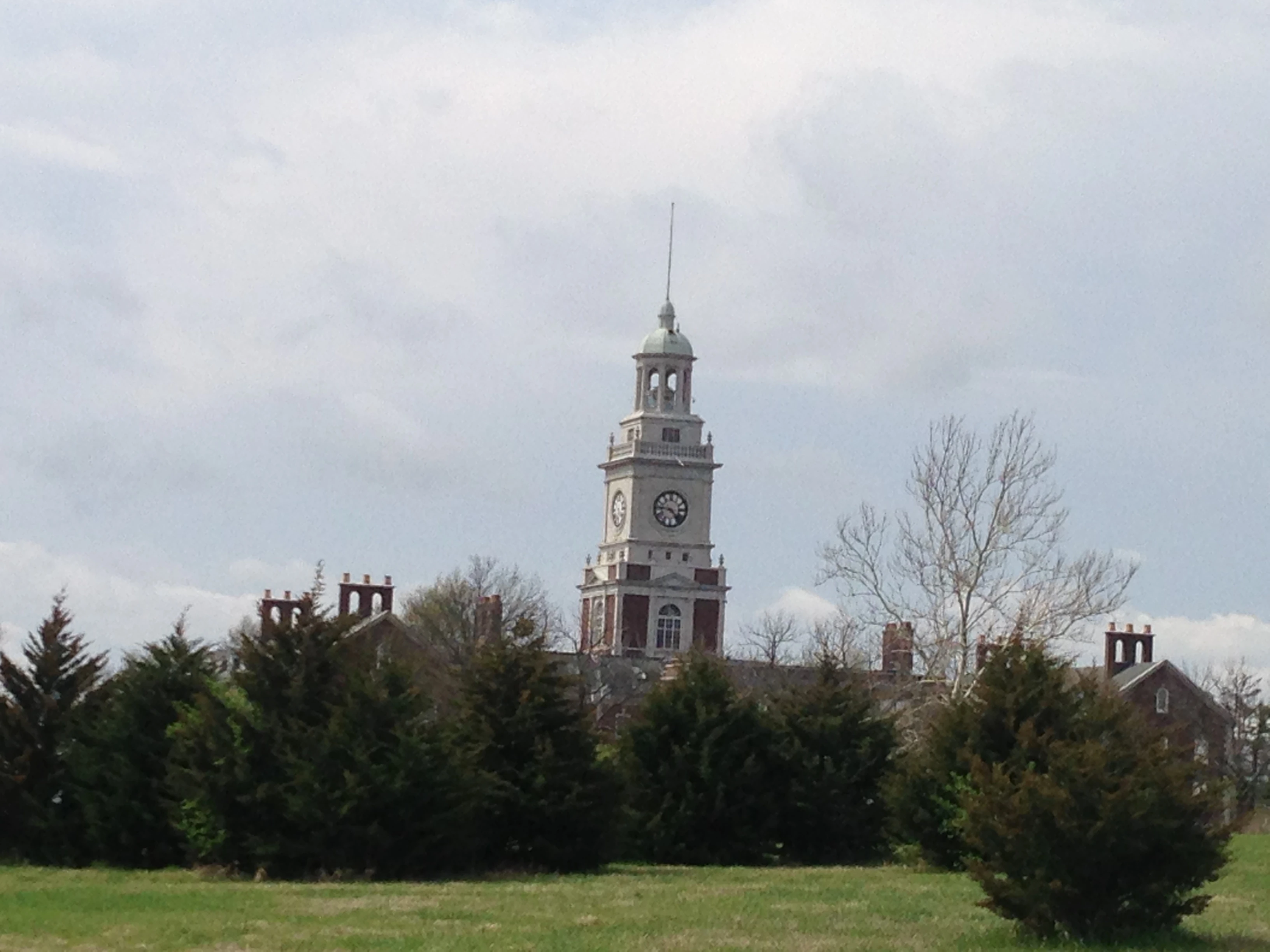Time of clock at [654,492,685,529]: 4:45
